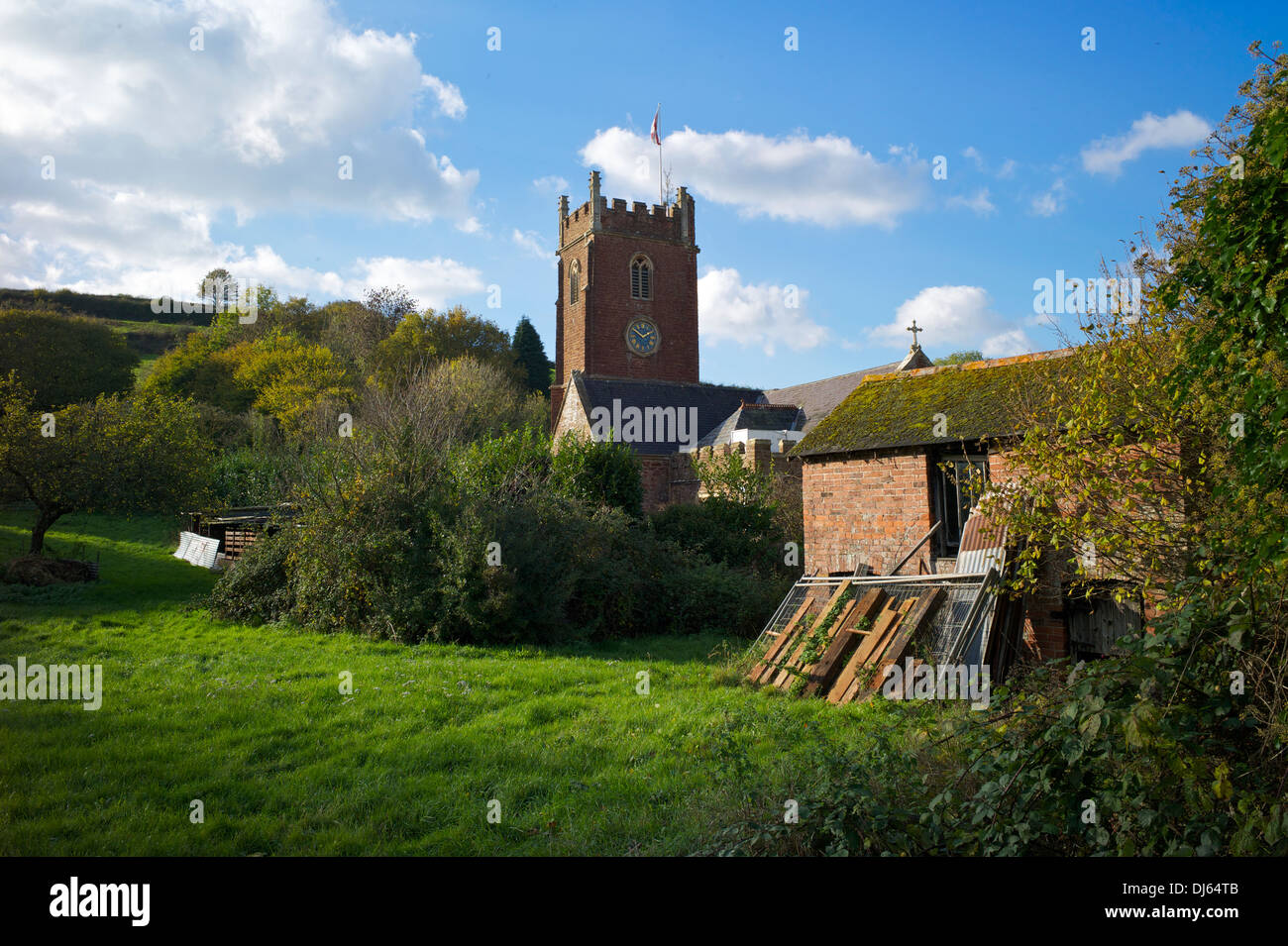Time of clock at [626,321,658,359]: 1:50
